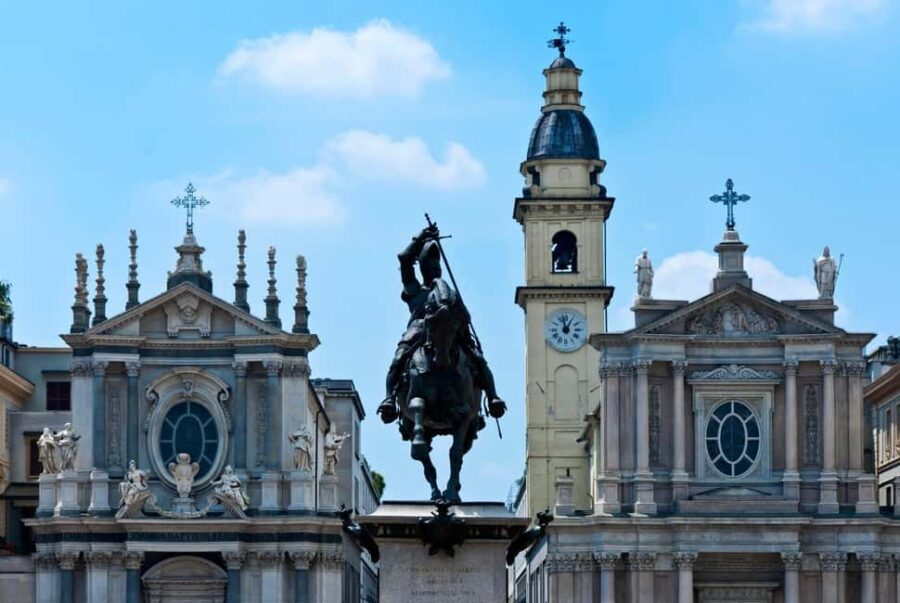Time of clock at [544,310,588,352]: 12:57
